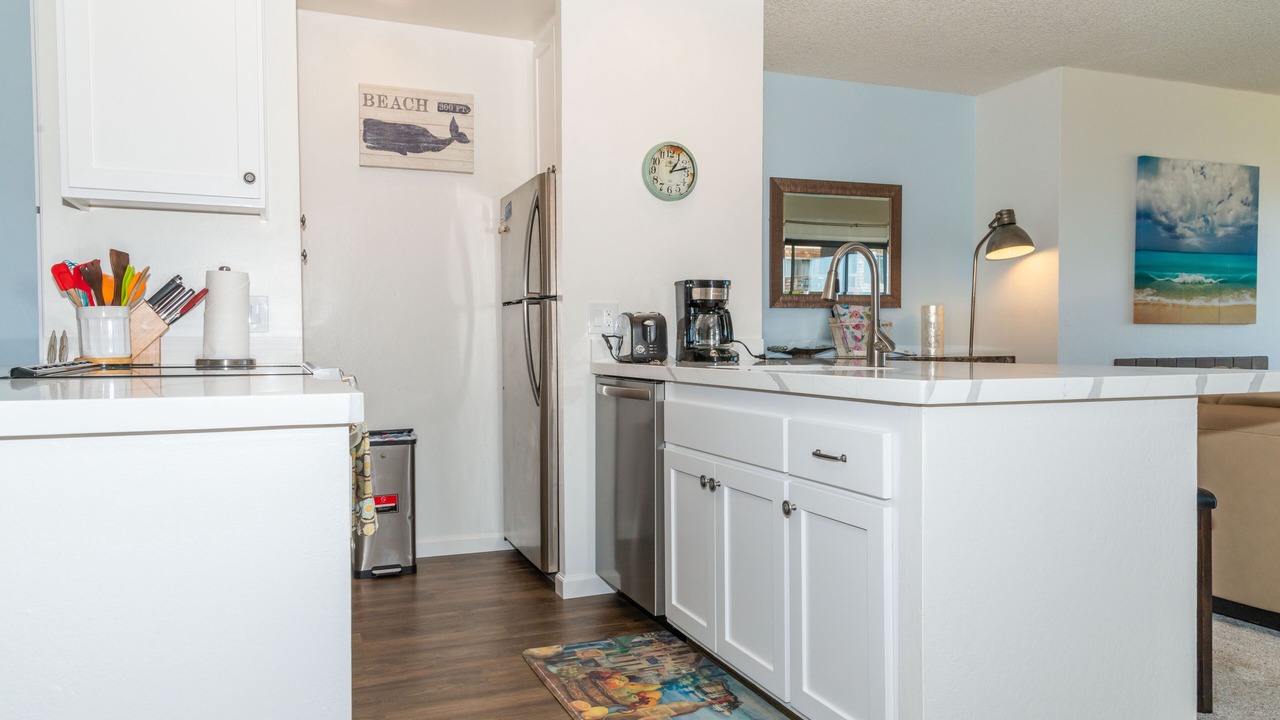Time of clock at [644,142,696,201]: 1:12
